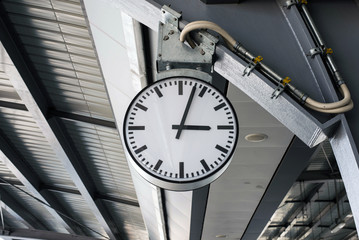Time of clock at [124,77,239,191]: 3:03
